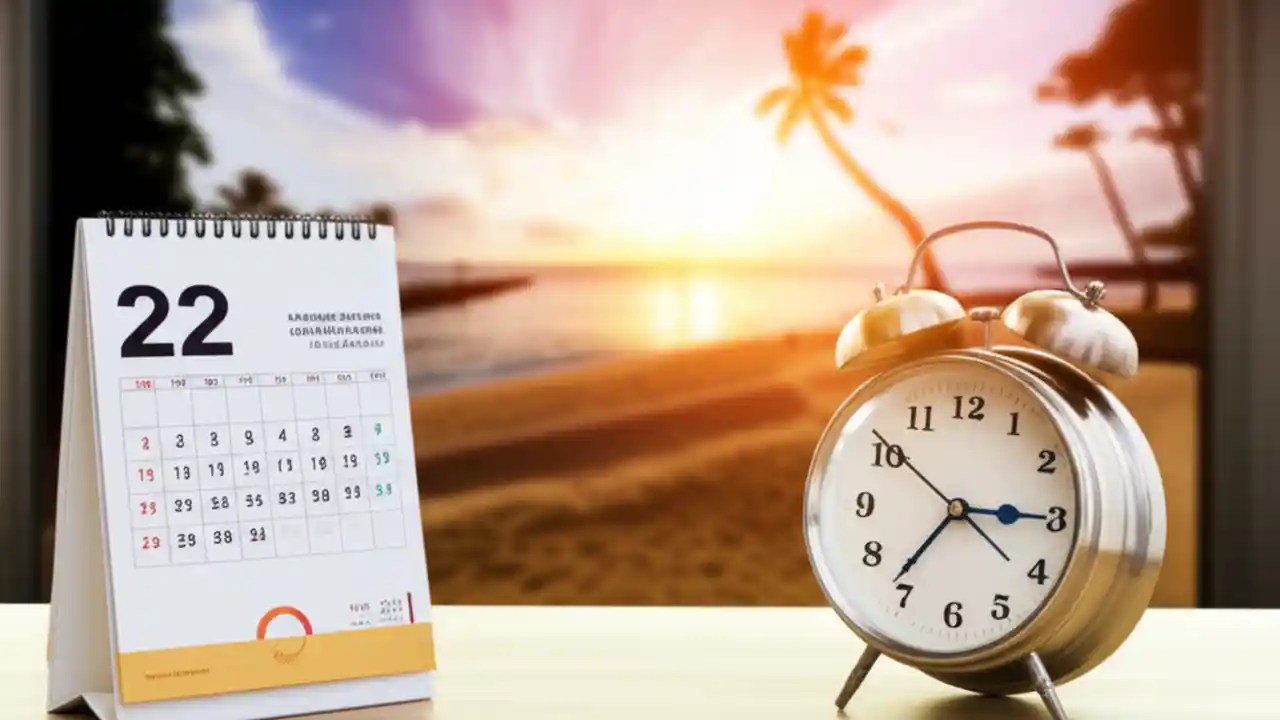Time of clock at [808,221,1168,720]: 7:15
